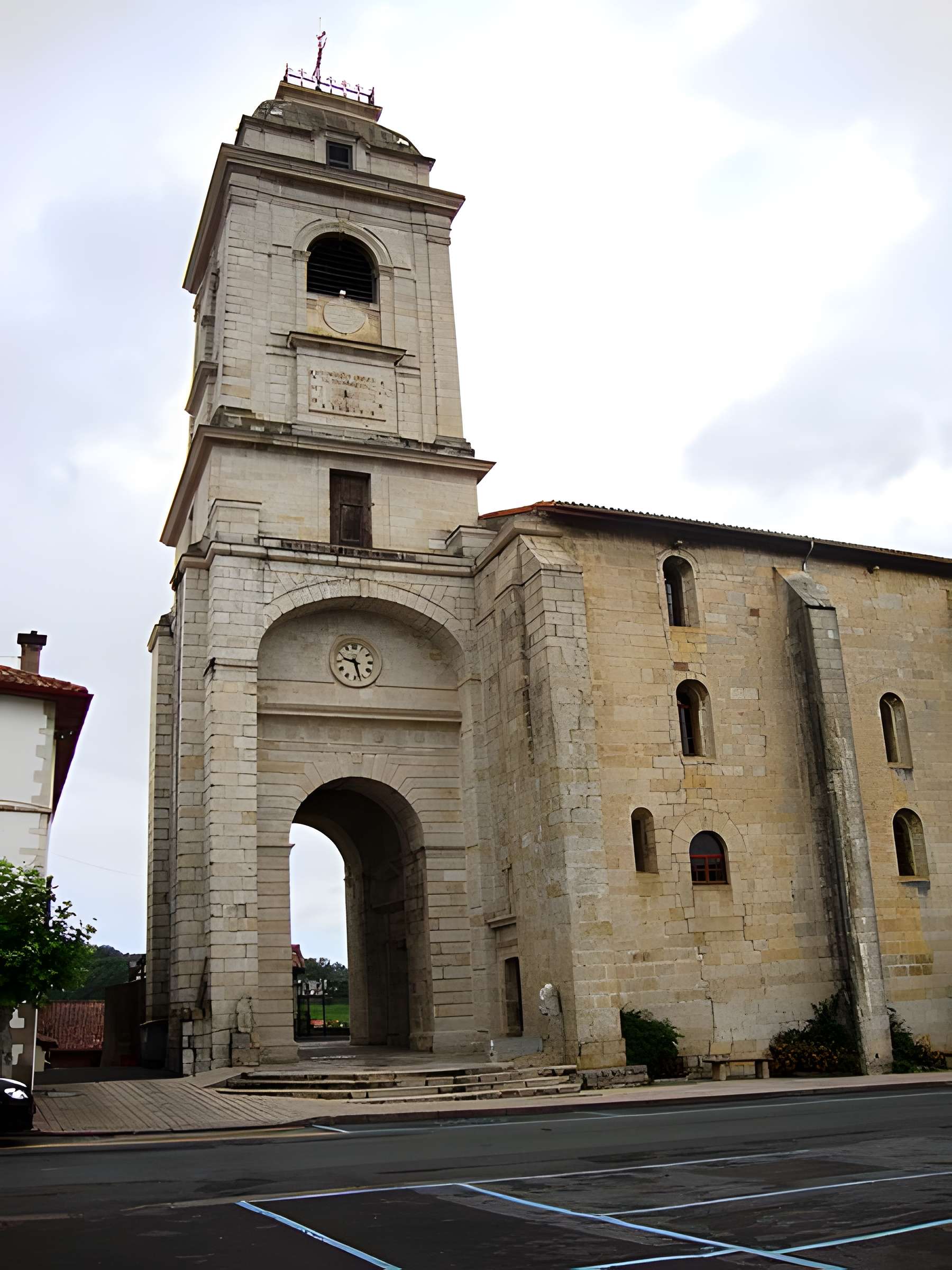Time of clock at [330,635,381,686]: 9:27
